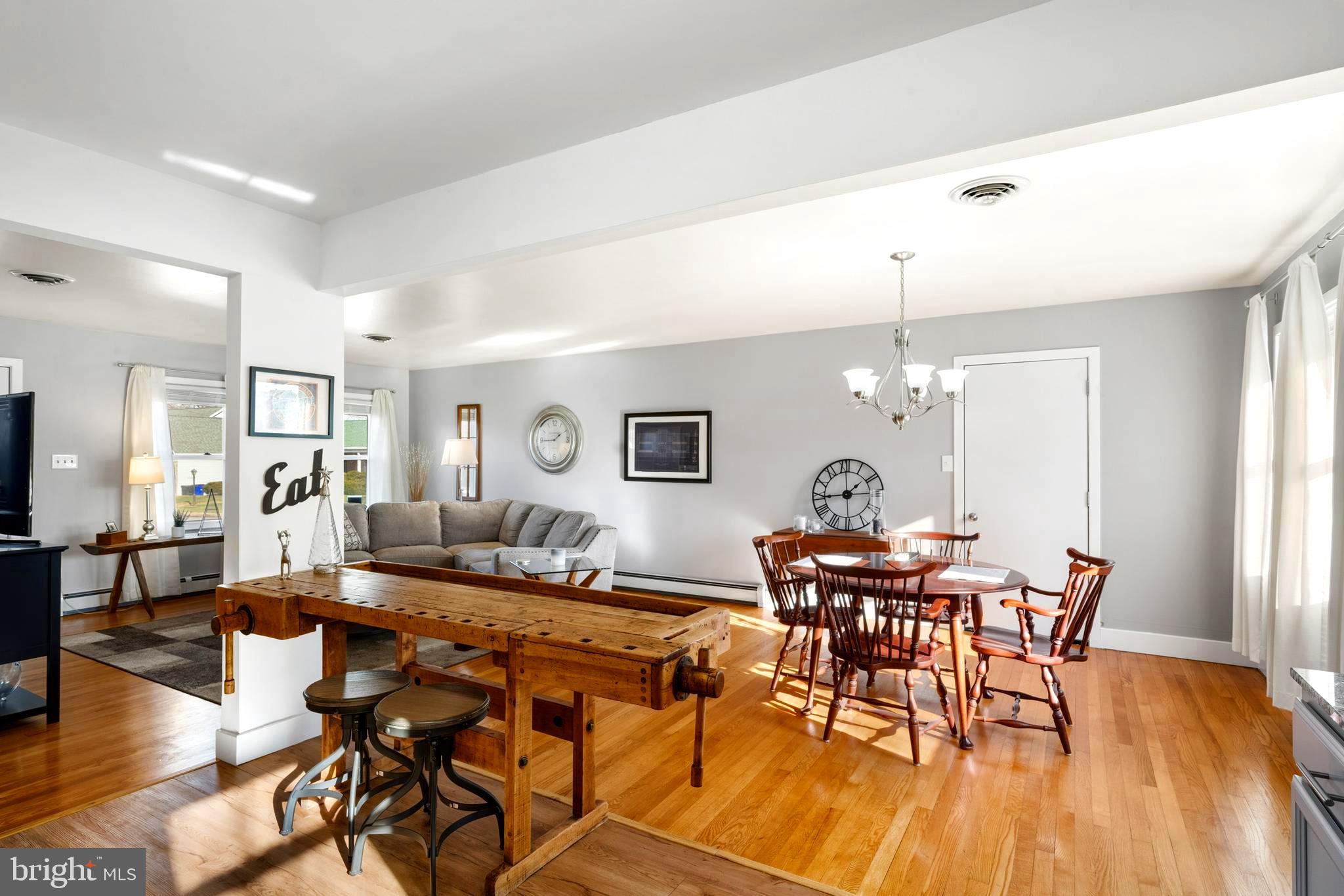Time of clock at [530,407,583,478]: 1:44
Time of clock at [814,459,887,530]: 1:44
